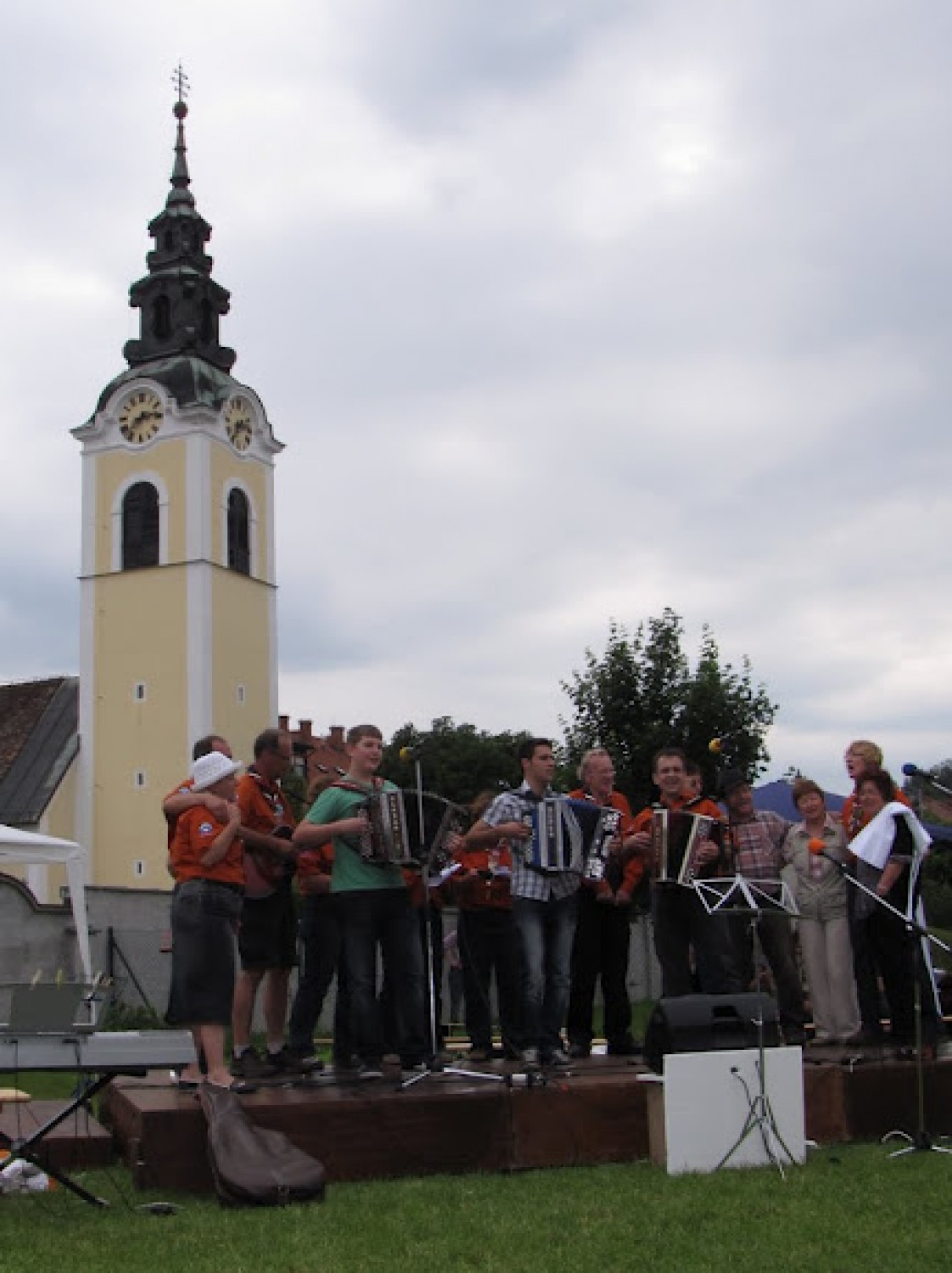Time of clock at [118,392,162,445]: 2:37
